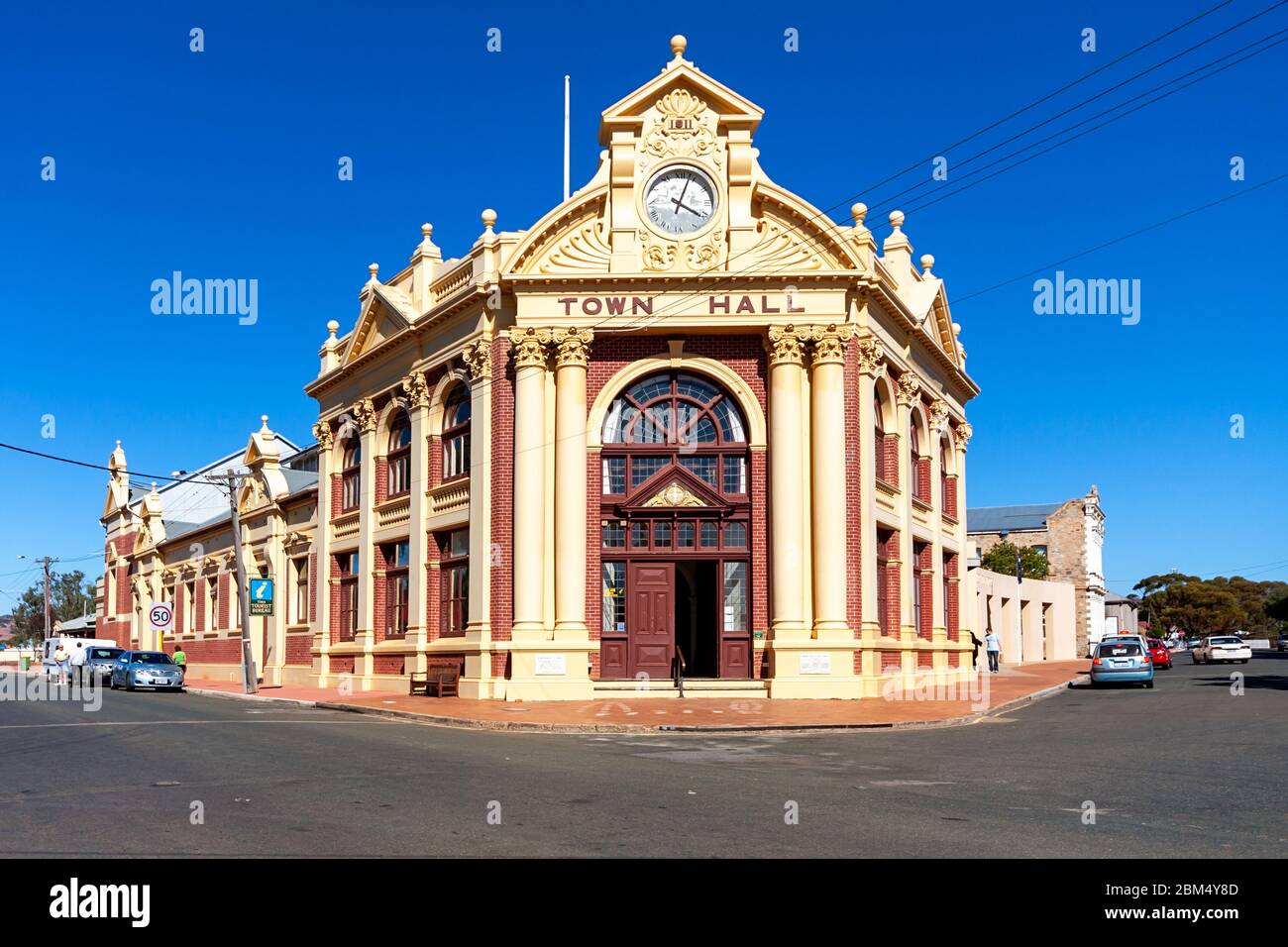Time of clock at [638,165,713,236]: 4:03
